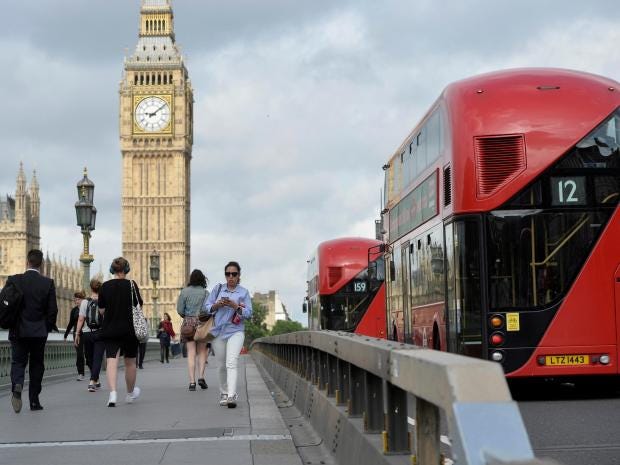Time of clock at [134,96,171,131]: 9:08
